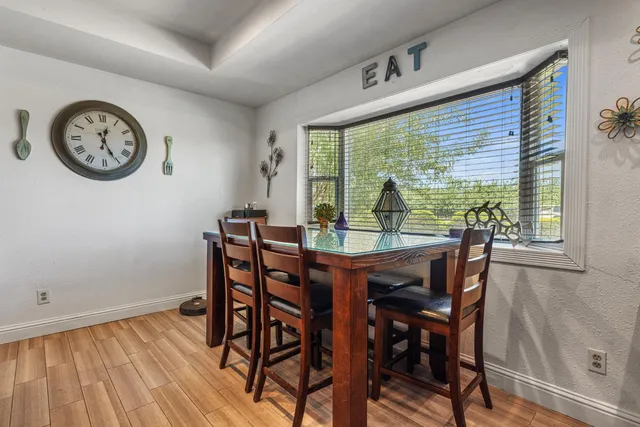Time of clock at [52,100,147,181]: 12:25
